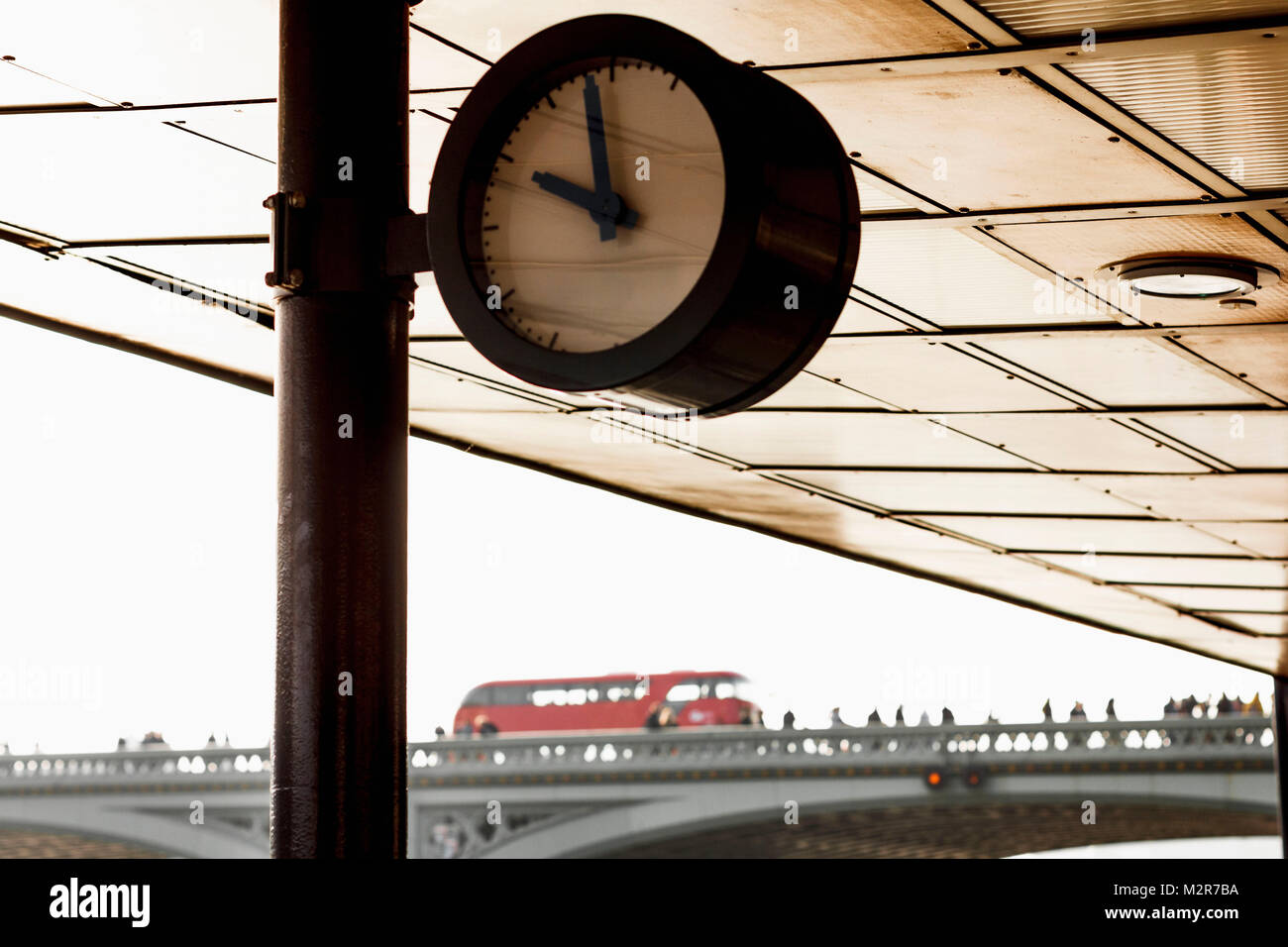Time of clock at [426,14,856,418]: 9:58
